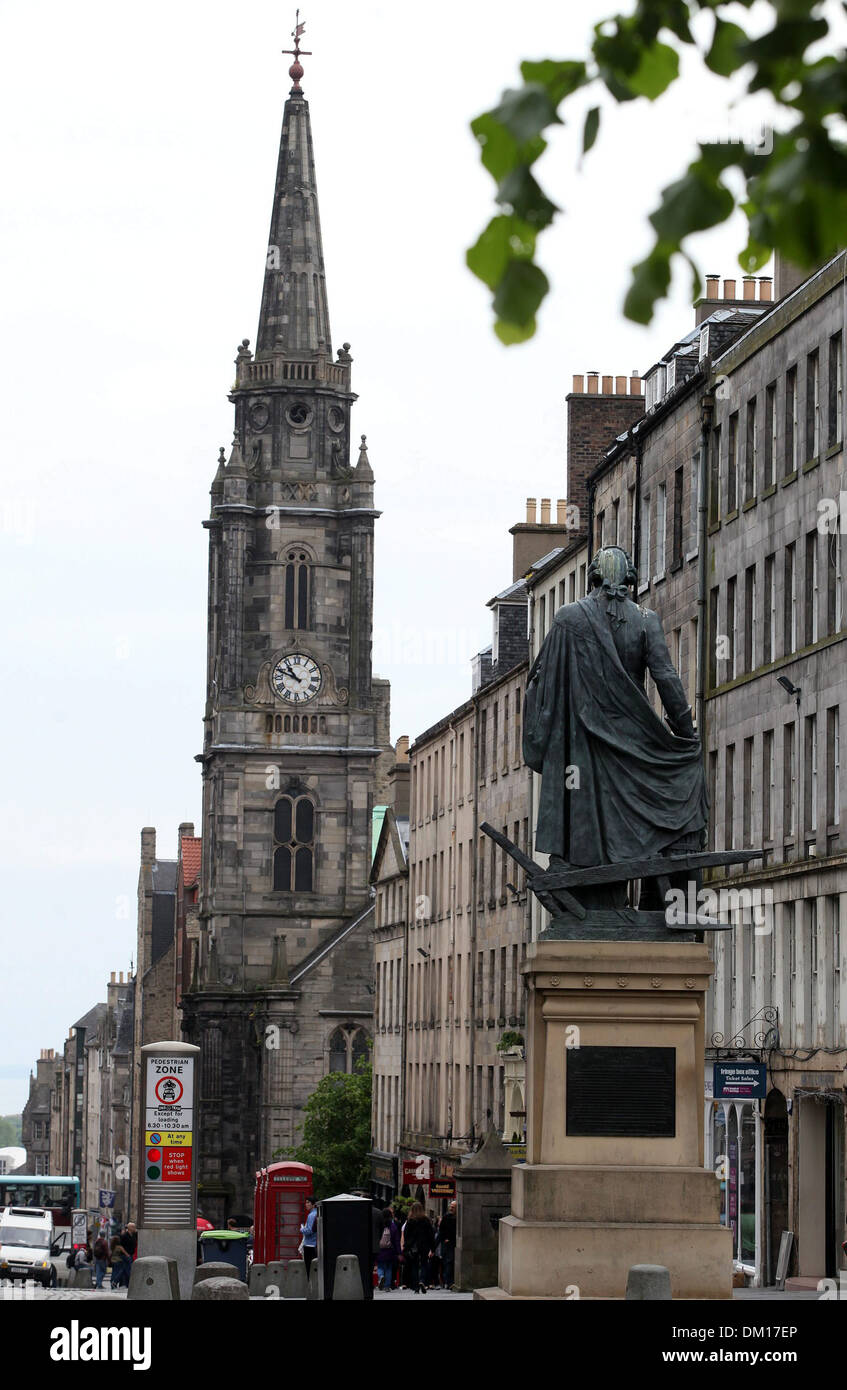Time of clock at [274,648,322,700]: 10:48
